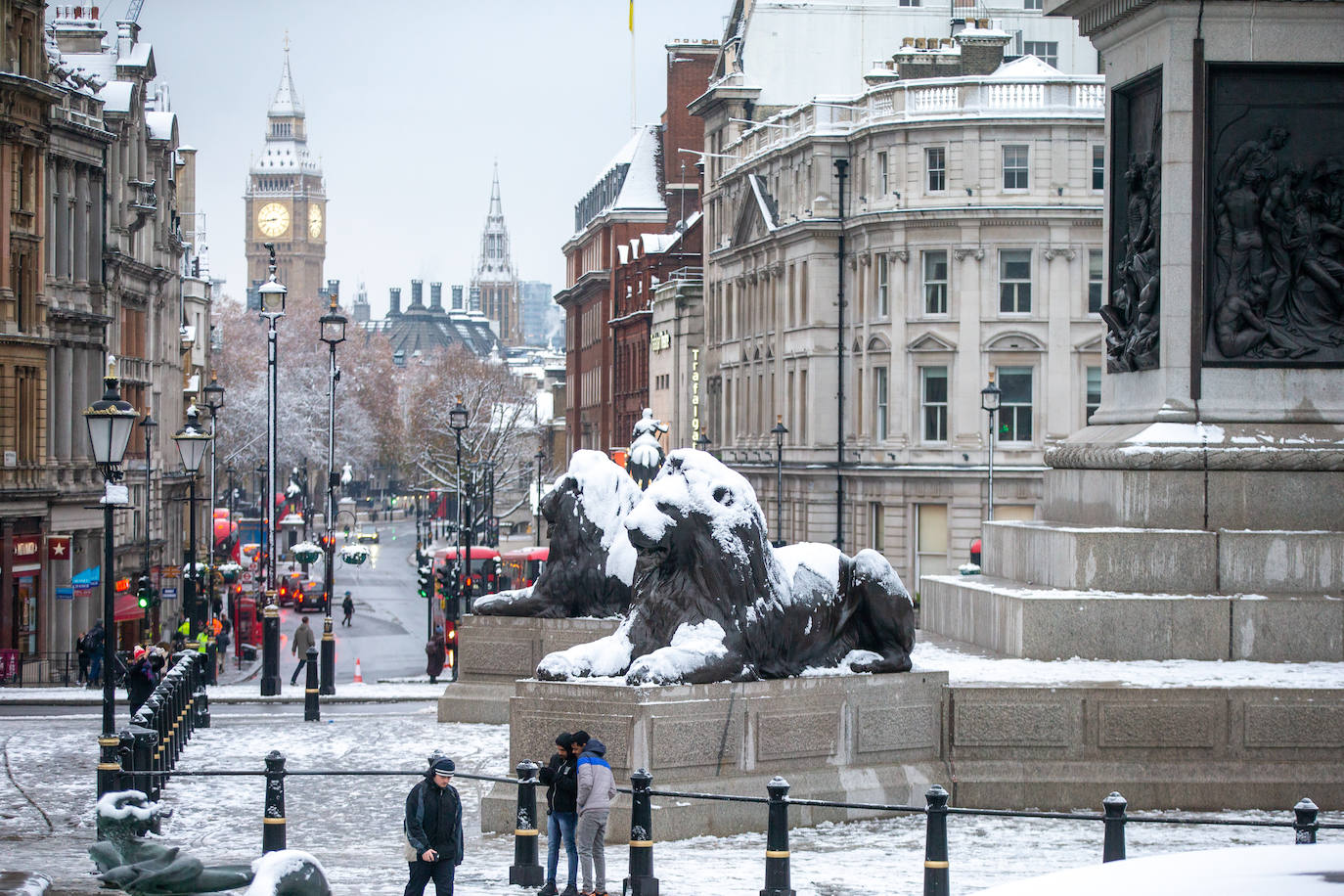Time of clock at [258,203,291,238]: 8:43
